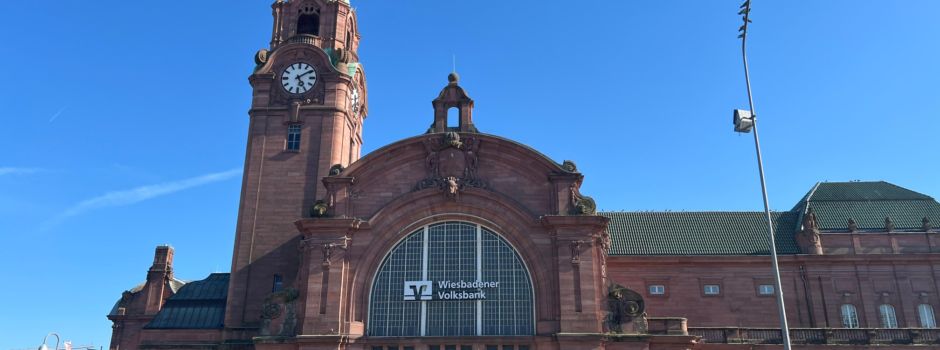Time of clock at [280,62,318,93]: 5:09
